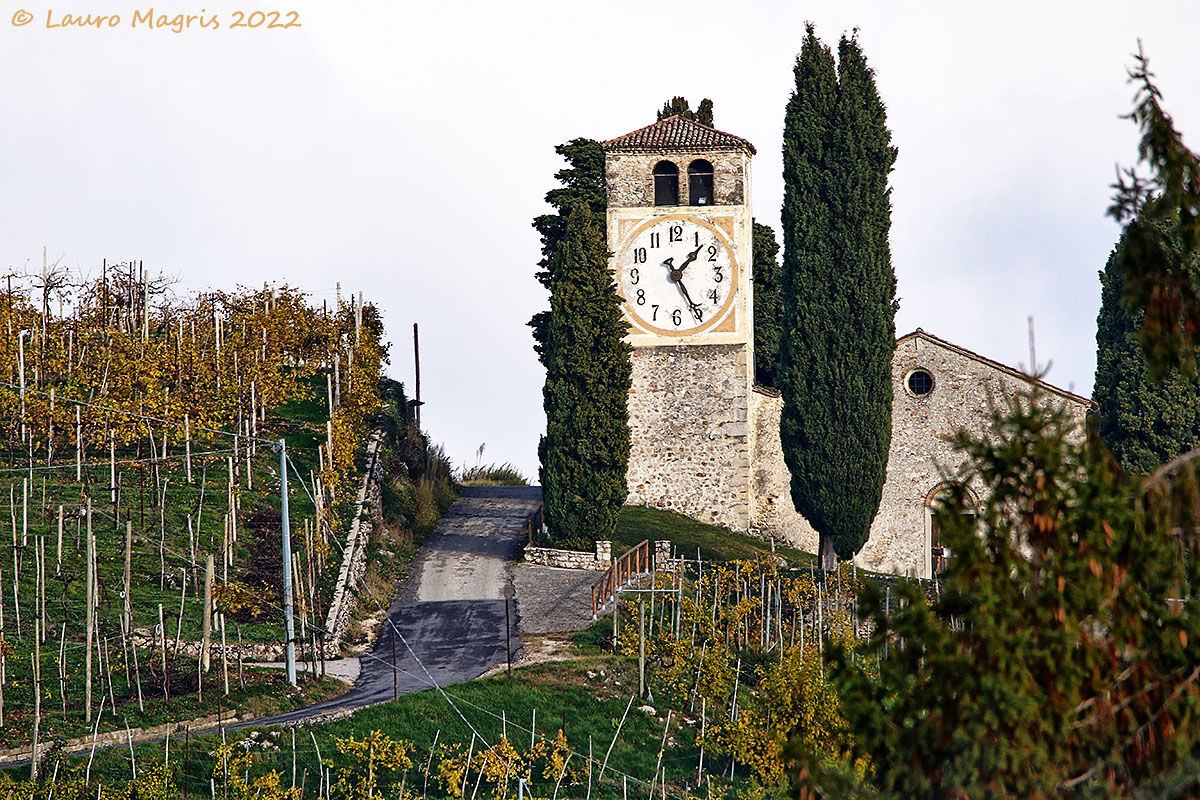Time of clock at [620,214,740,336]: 1:25
